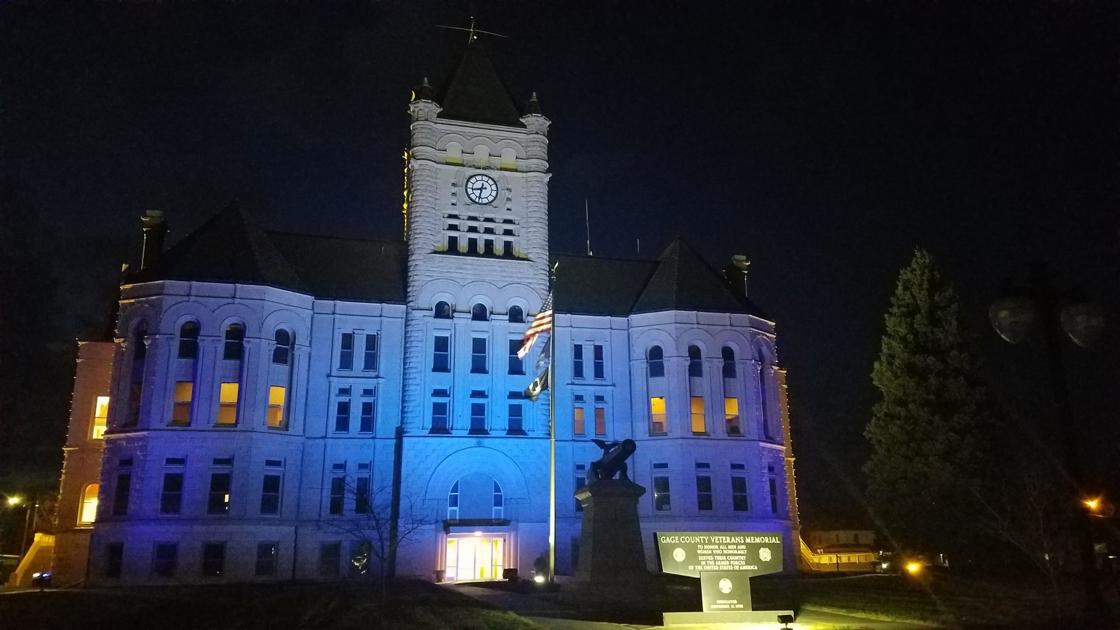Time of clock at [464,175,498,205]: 8:32
